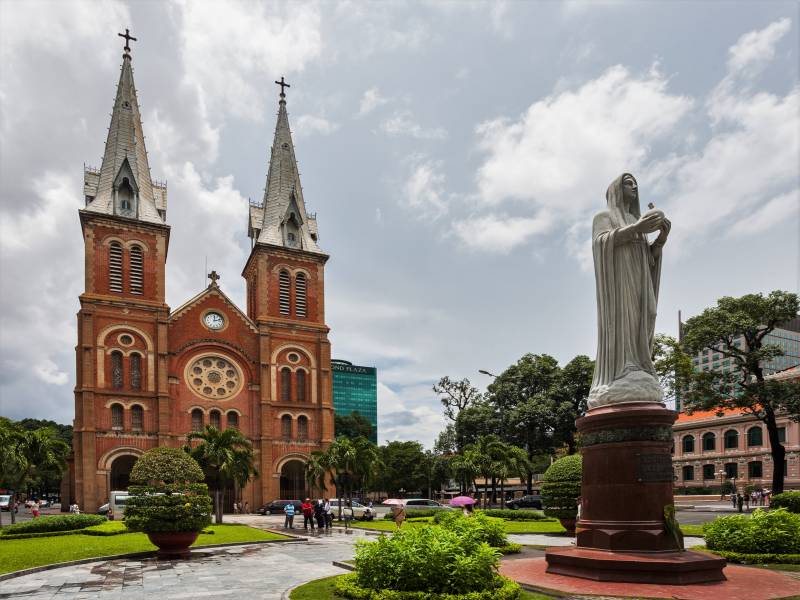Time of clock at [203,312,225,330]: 12:12
